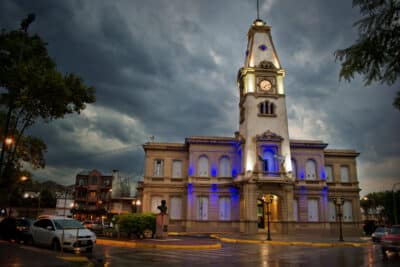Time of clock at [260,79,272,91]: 7:12
